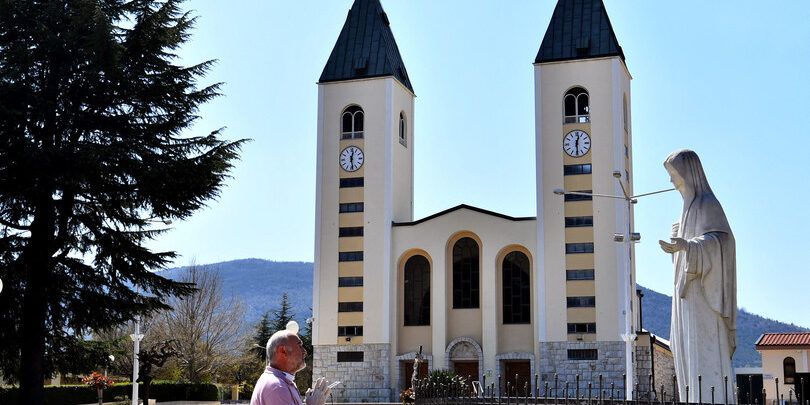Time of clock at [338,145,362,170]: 12:28
